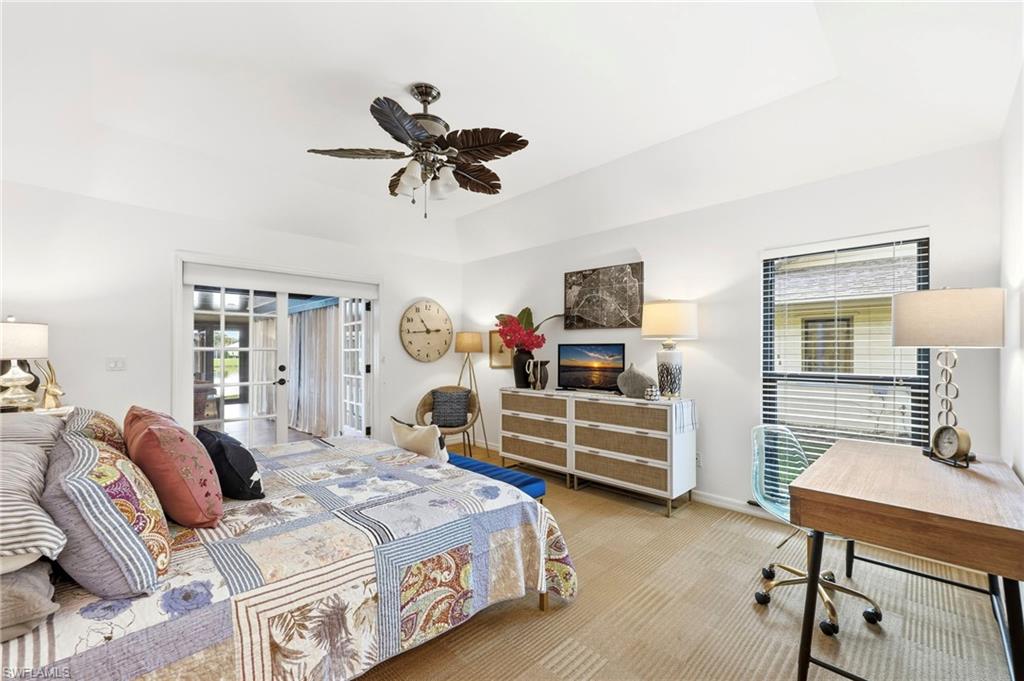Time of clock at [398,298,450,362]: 10:44
